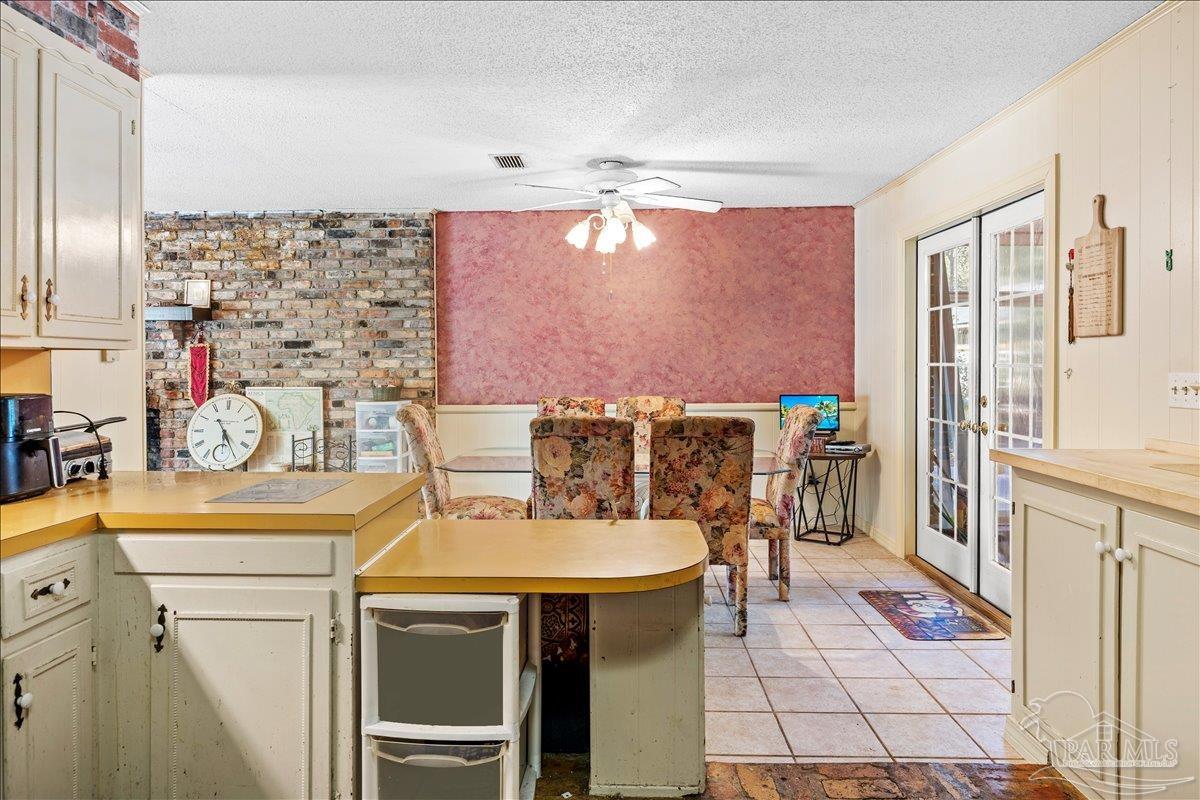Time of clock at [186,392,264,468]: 5:24
